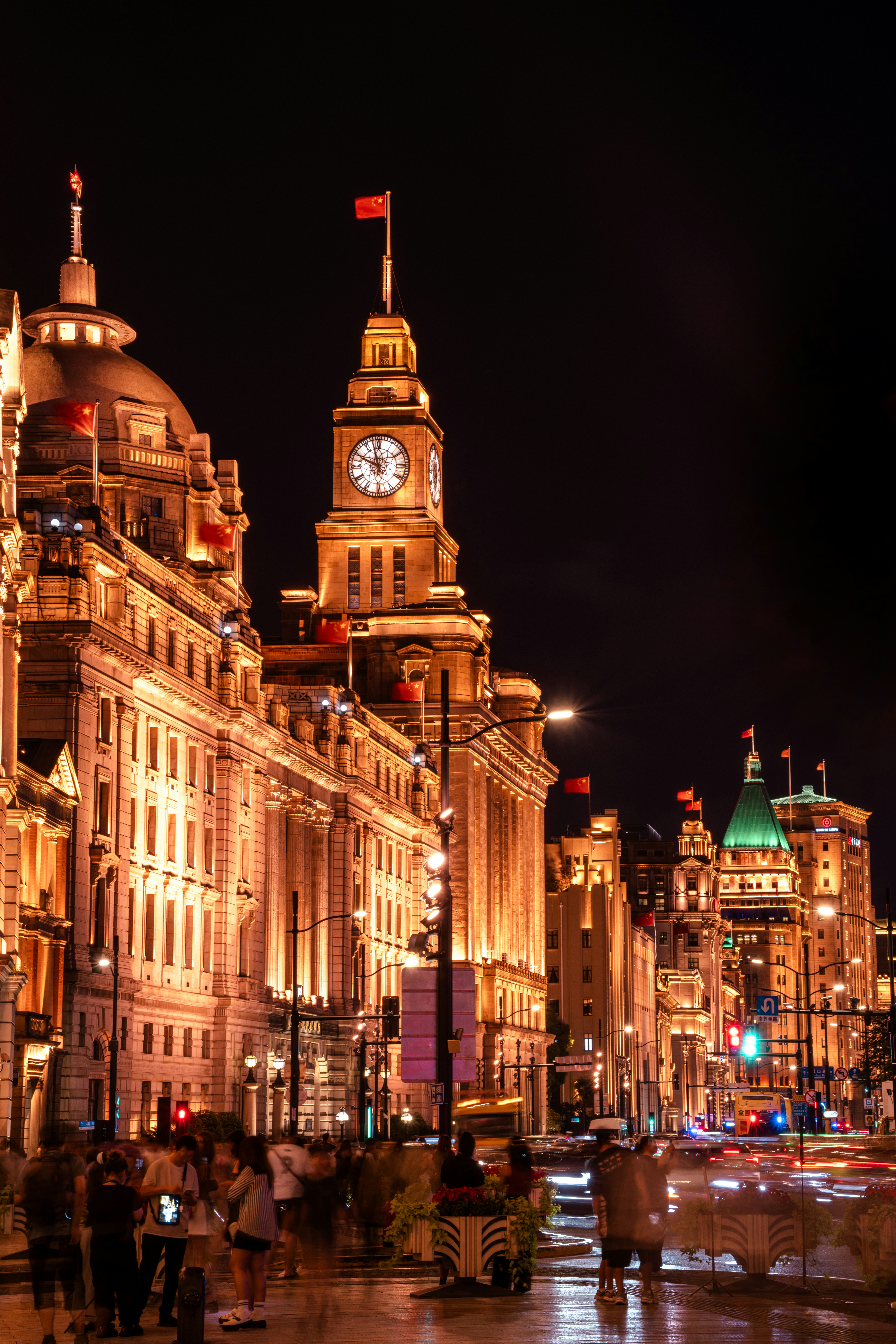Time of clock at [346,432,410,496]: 9:57
